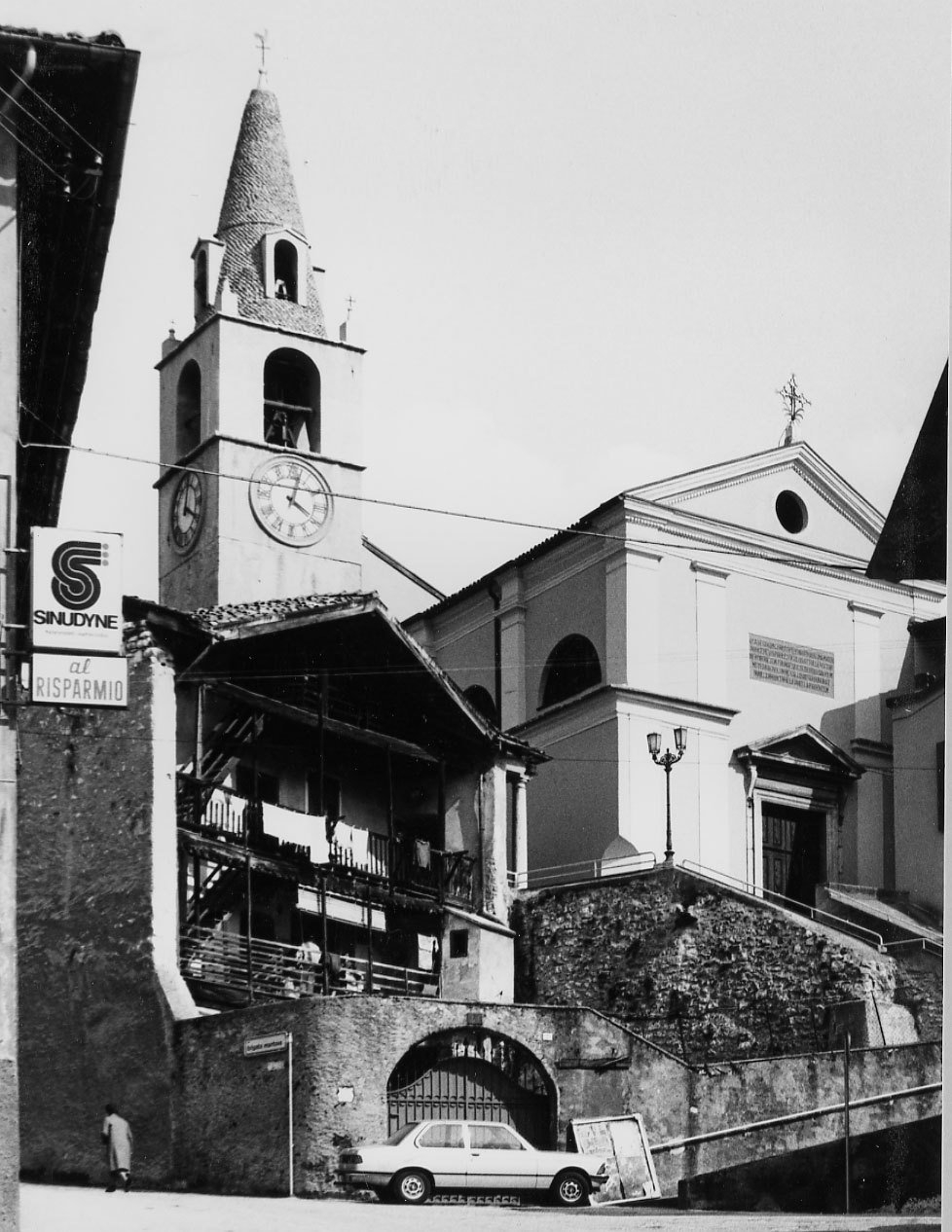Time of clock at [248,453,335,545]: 4:02
